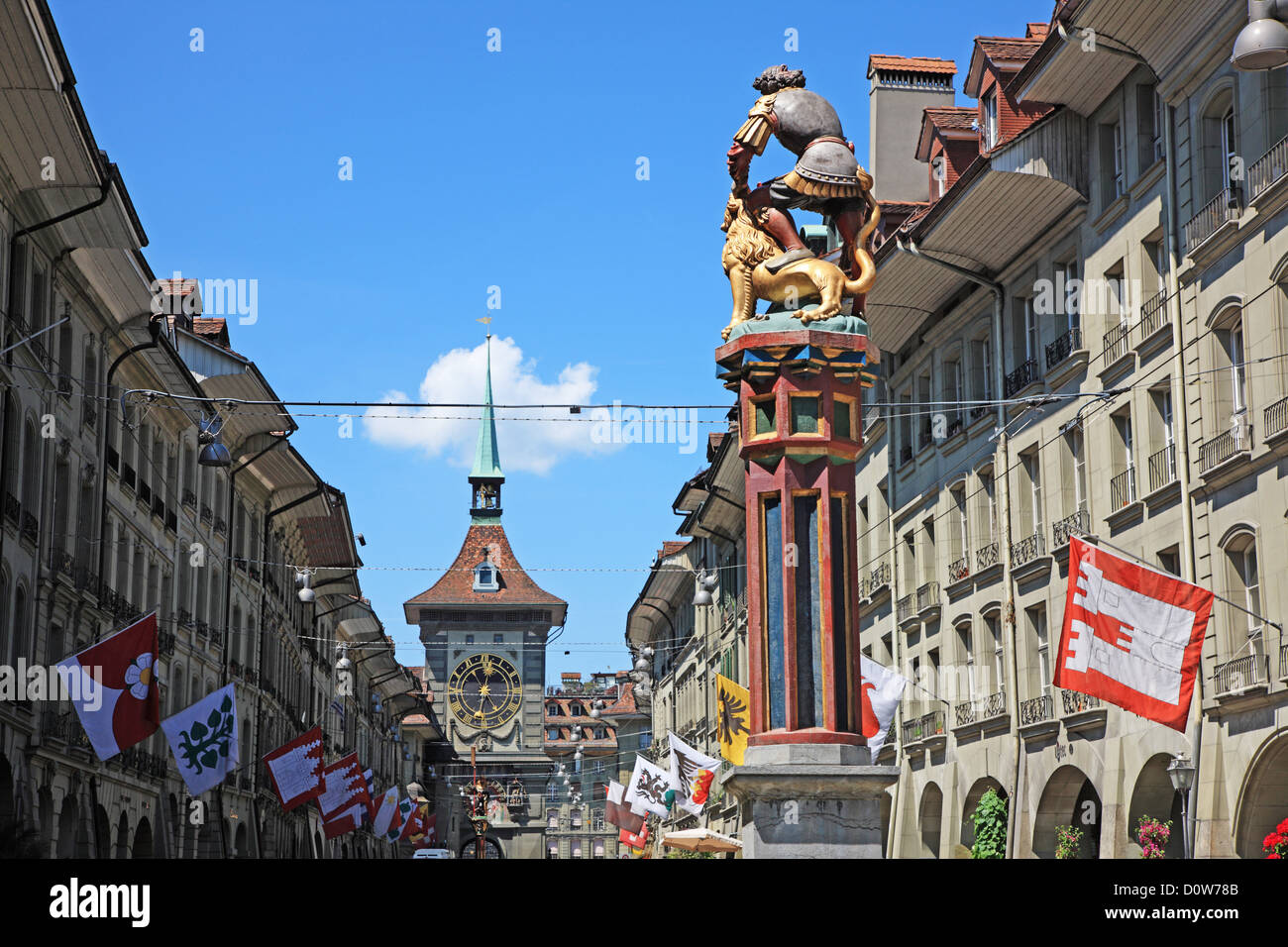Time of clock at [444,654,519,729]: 12:24
